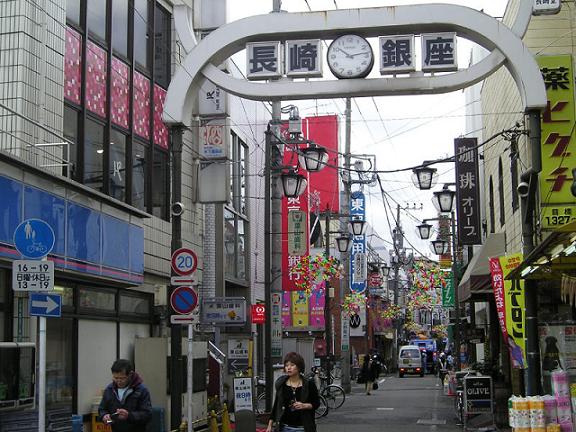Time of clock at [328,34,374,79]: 10:13
